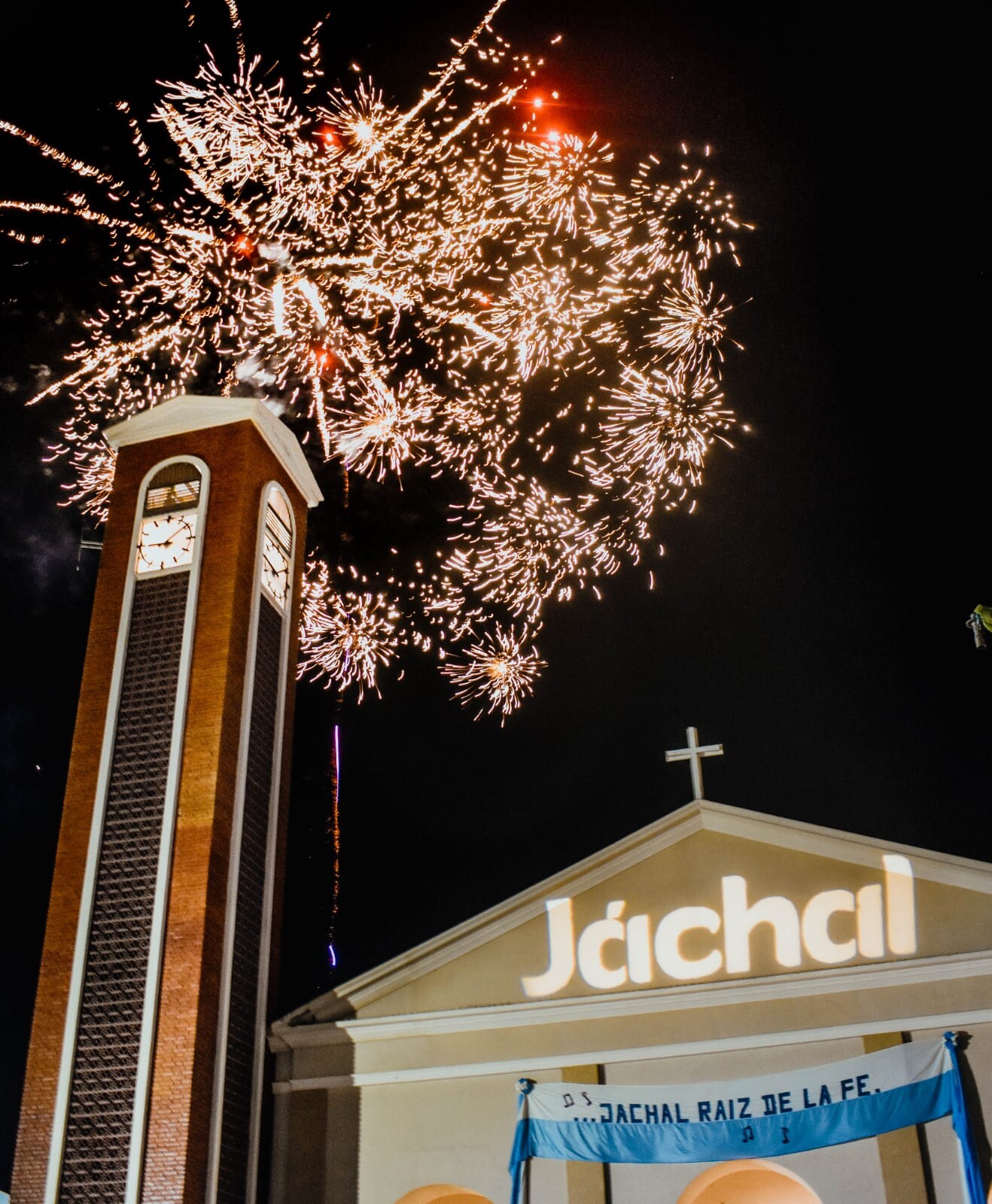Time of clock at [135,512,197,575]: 9:08
